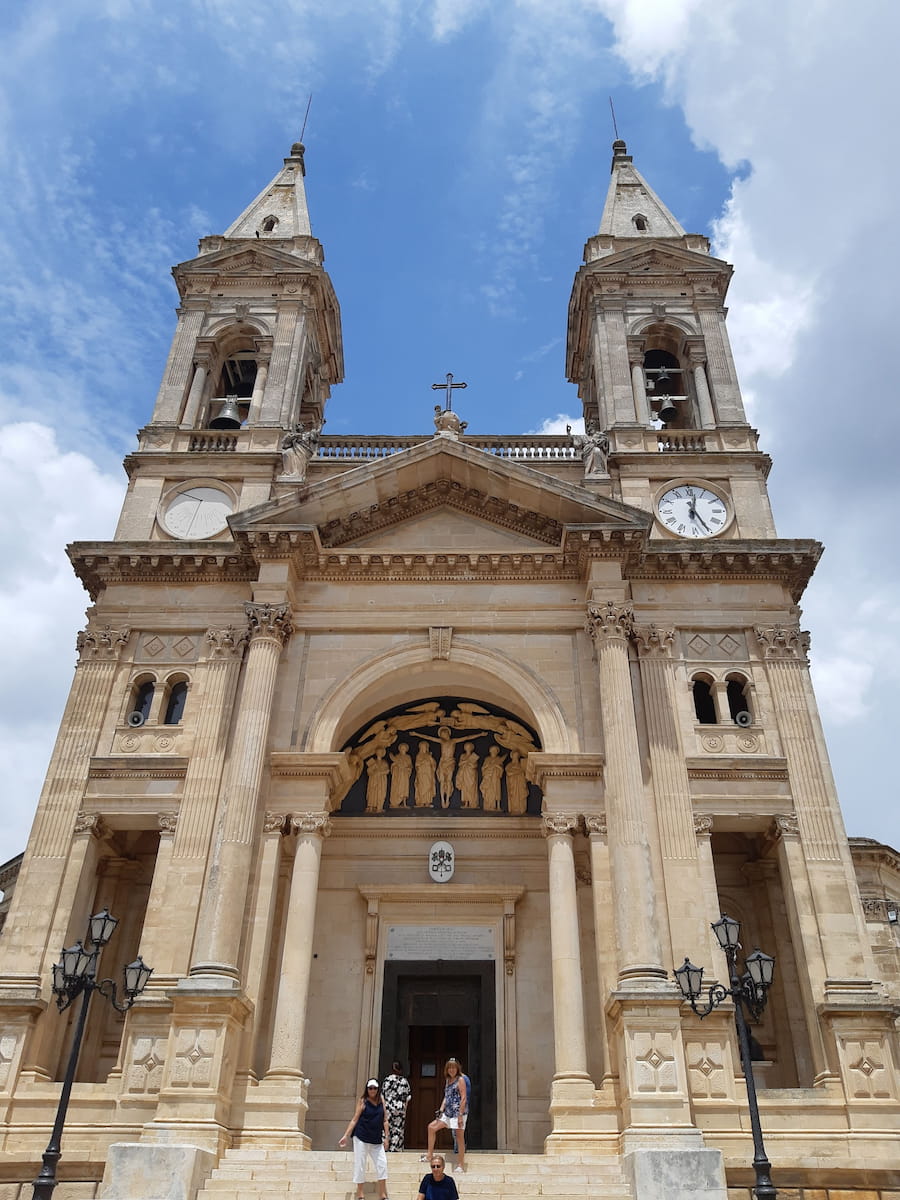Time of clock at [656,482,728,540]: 12:25
